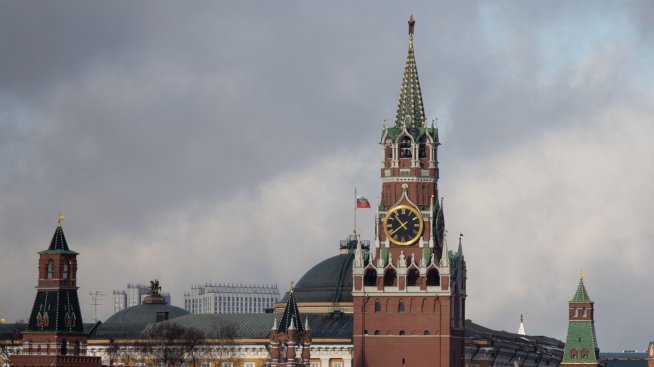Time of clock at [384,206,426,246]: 10:38
